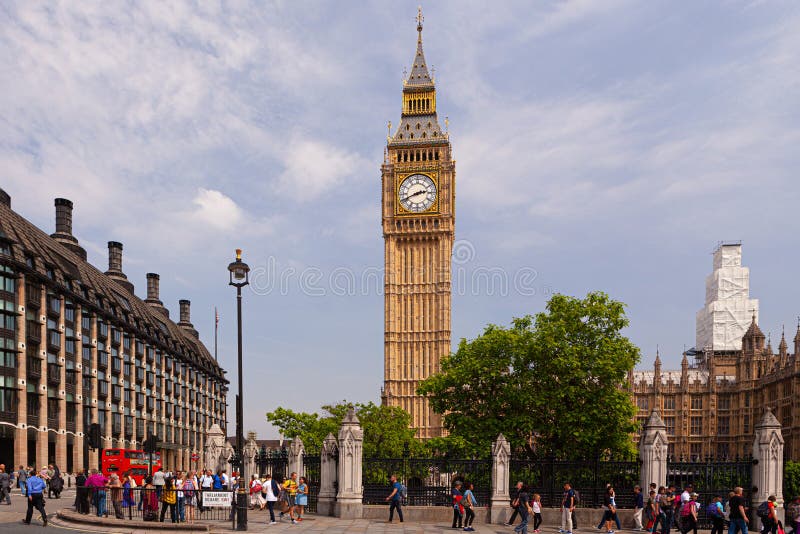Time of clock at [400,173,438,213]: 2:41
